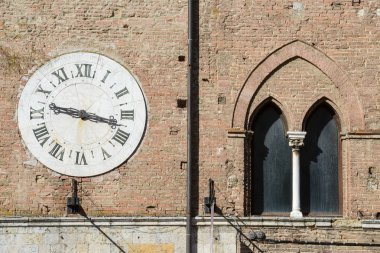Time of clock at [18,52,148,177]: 9:17
